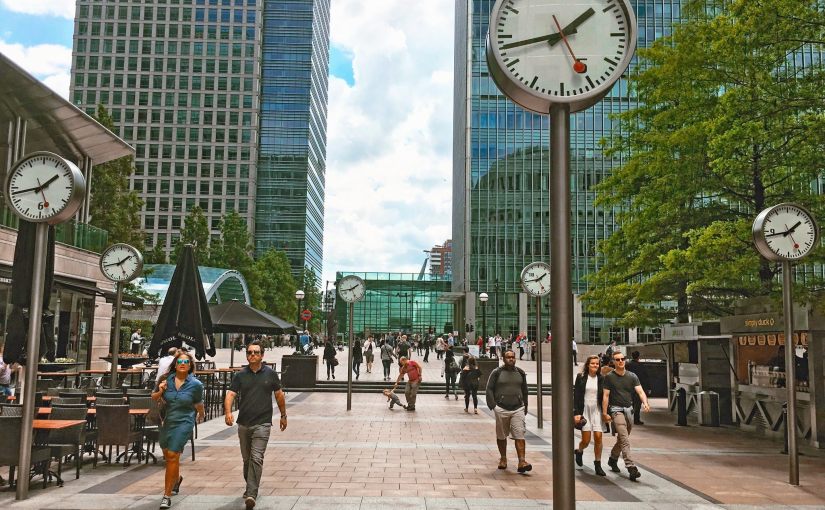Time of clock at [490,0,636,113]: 1:43
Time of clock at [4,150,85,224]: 1:43
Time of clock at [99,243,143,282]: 1:42
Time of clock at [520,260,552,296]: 1:43
